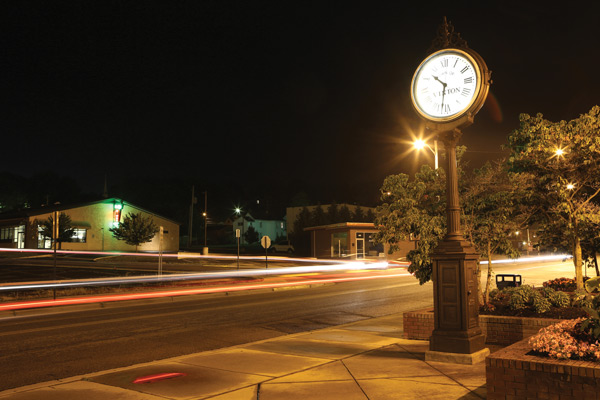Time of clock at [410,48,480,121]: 10:32
